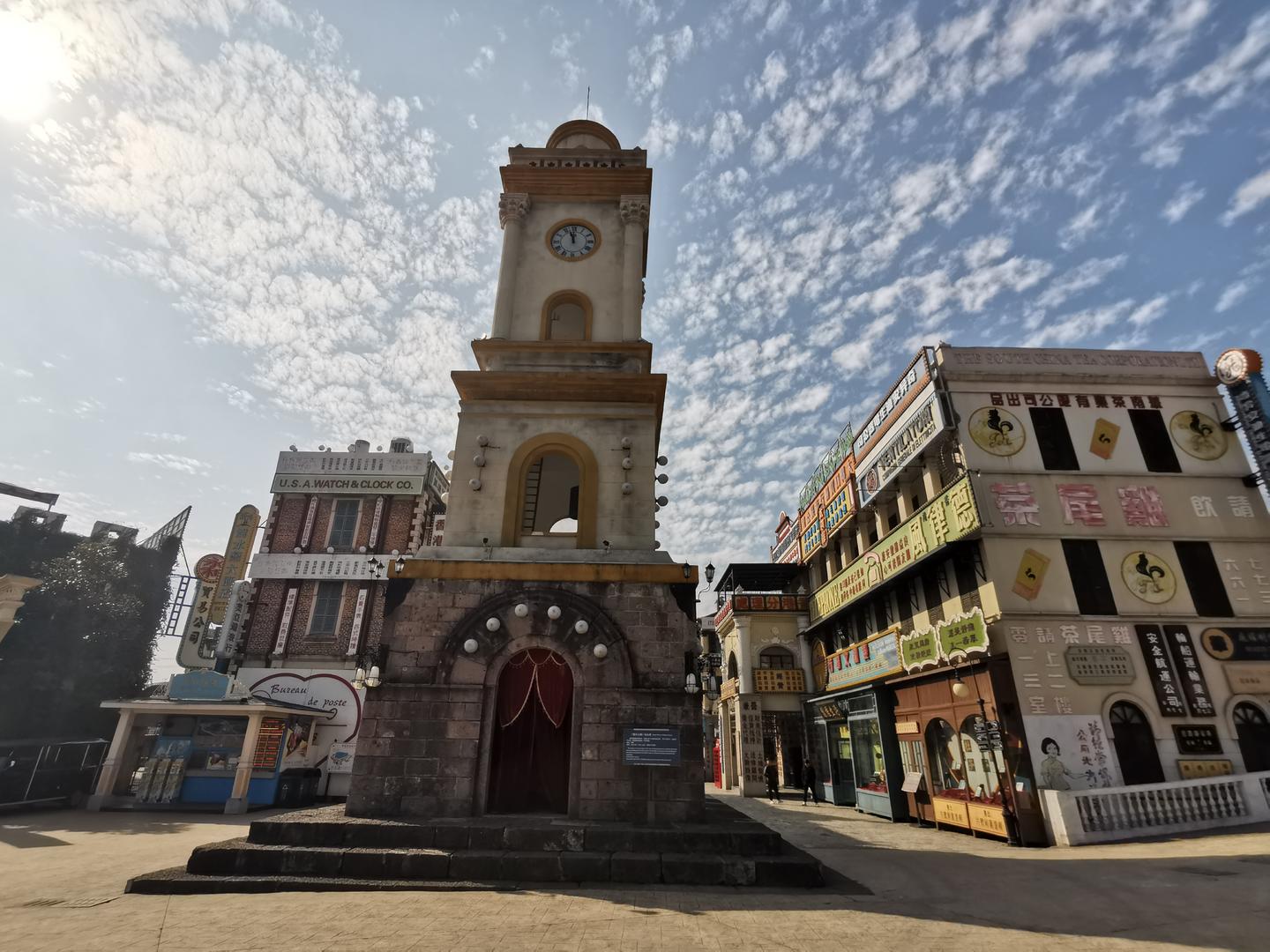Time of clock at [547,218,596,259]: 11:57
